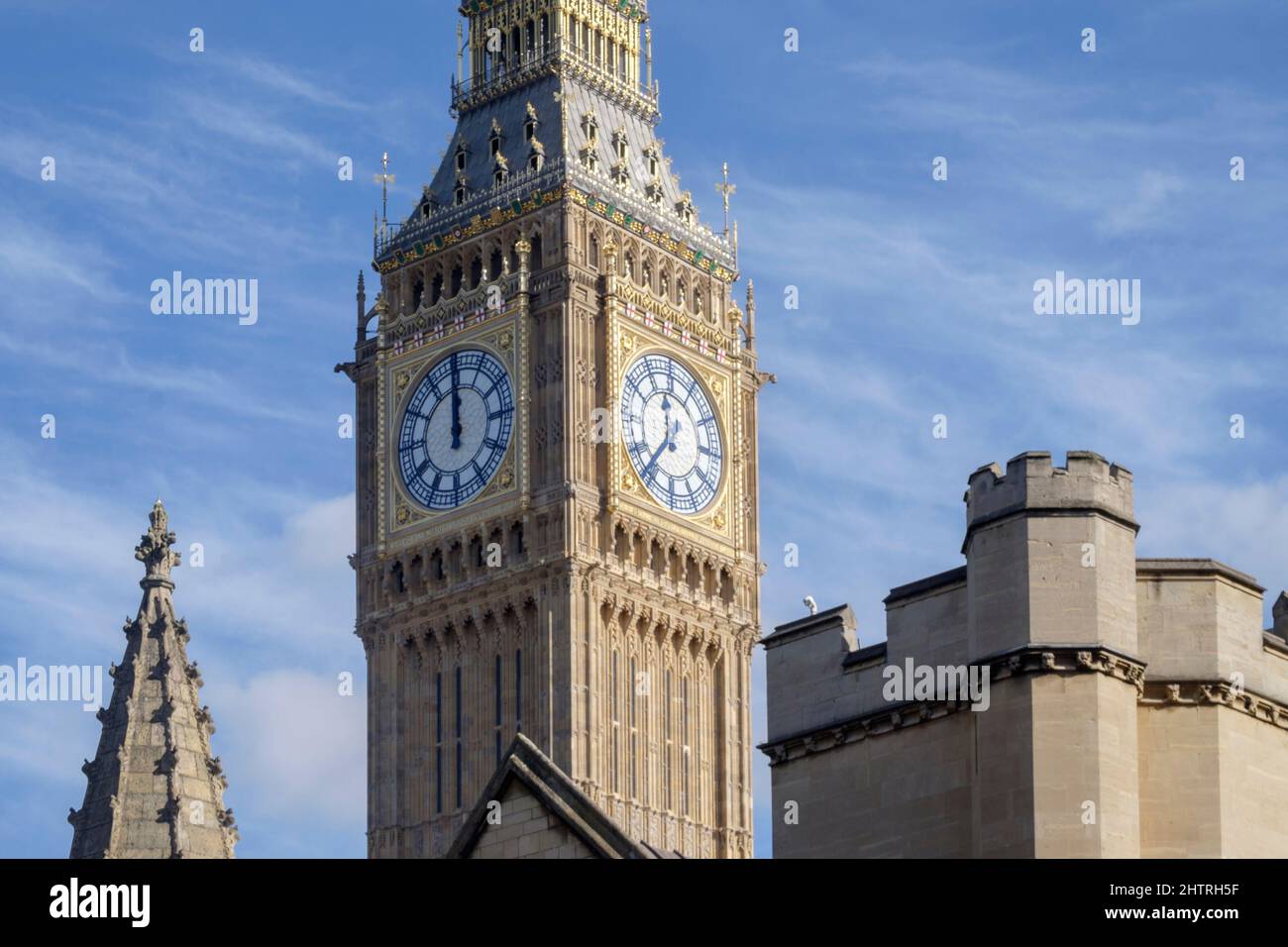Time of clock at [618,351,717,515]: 11:36
